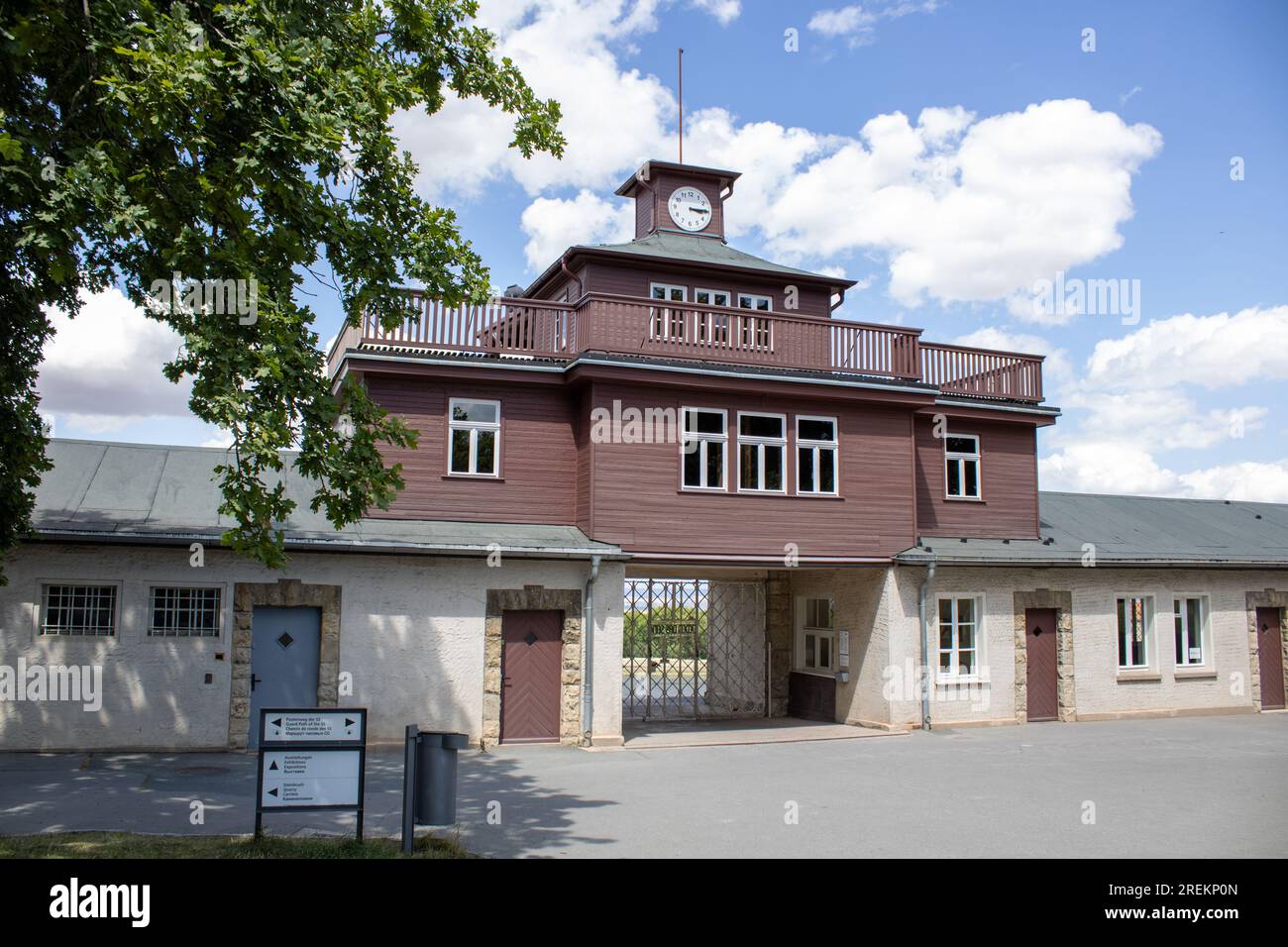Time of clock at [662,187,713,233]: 3:14
